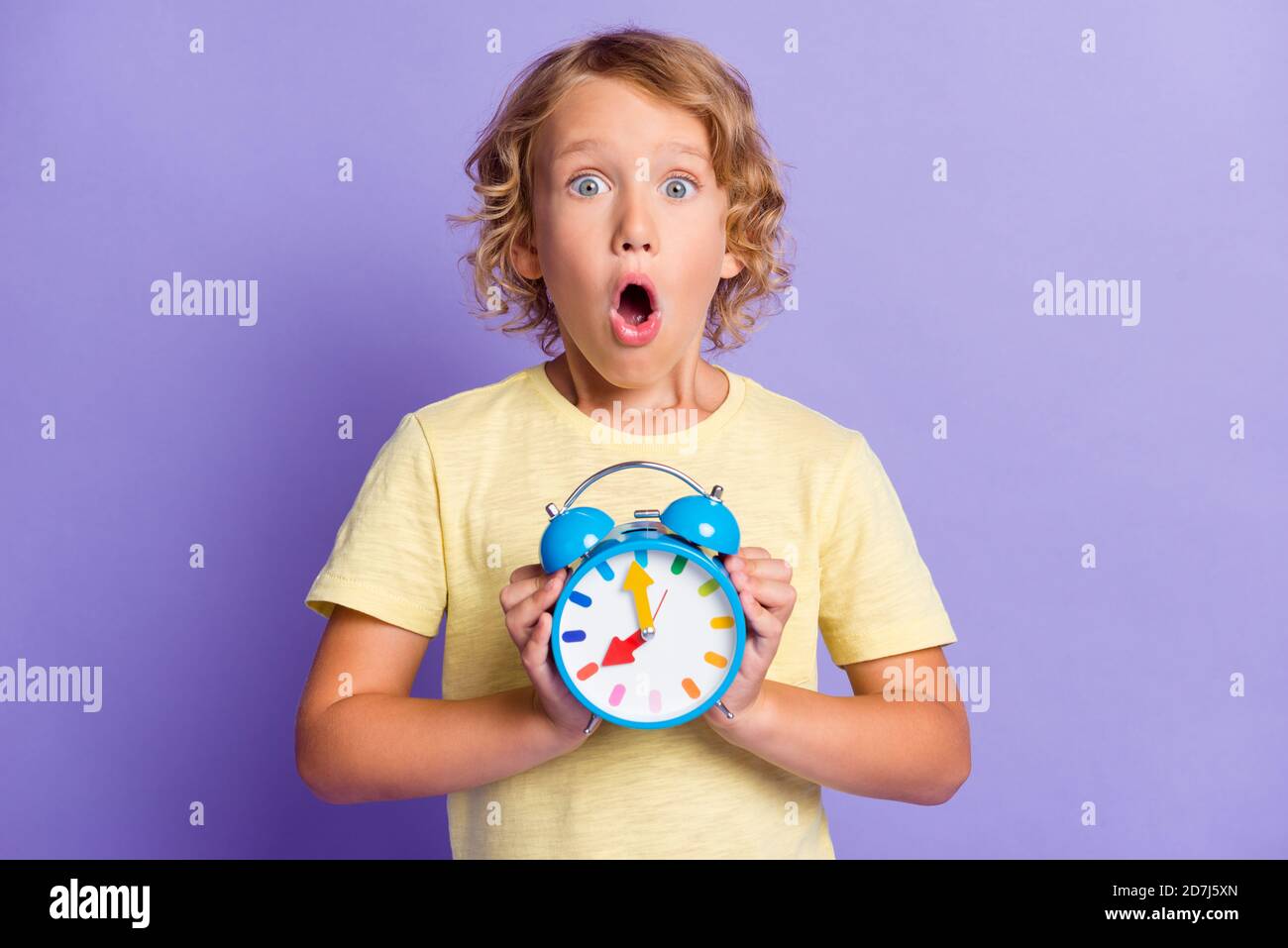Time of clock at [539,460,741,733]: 7:59
